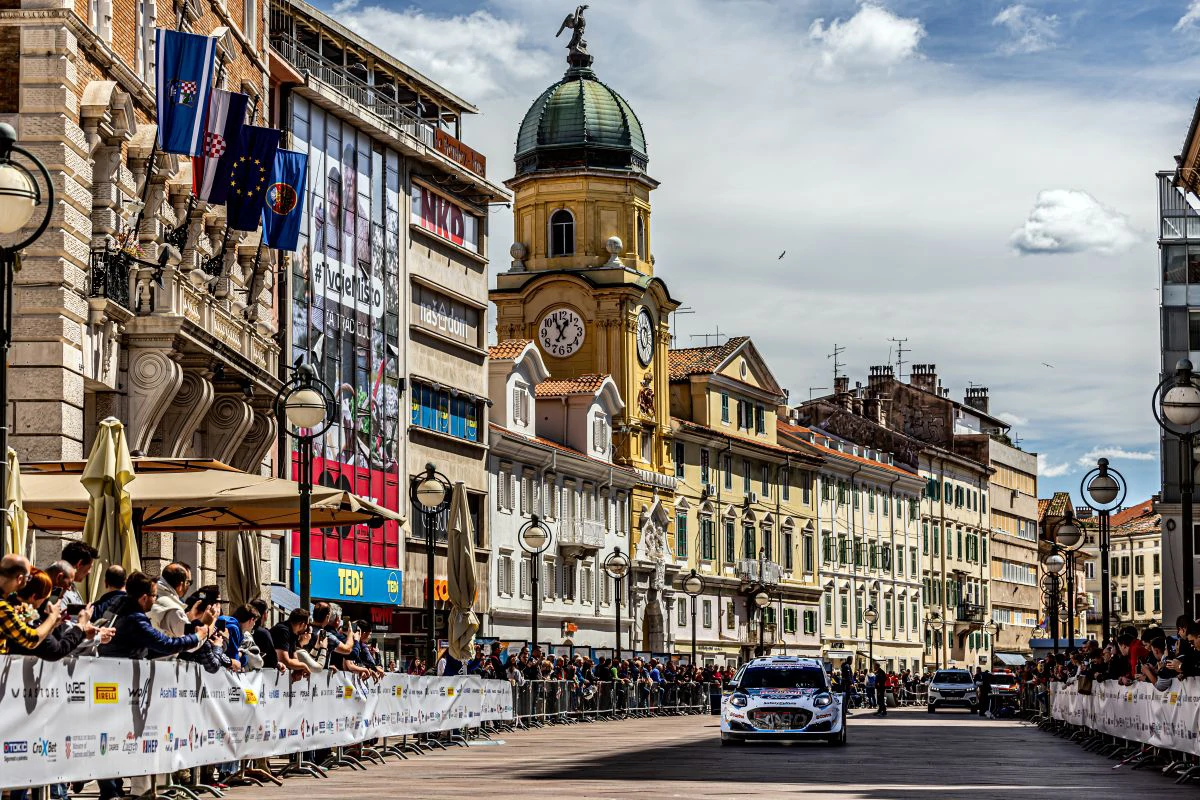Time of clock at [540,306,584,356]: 12:55
